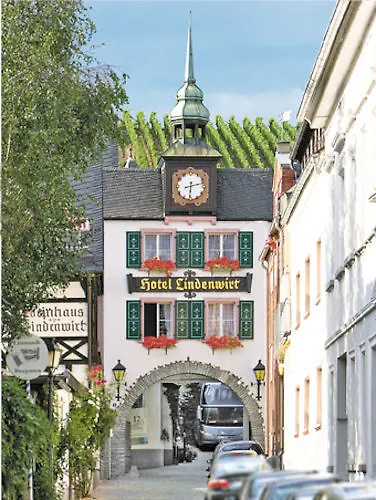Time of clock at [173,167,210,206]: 6:12
